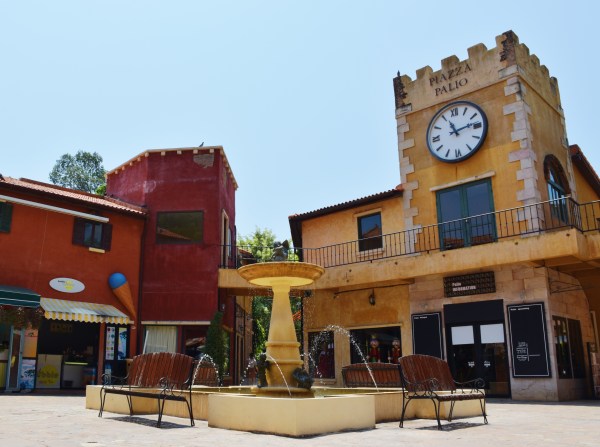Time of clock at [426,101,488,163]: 11:13
